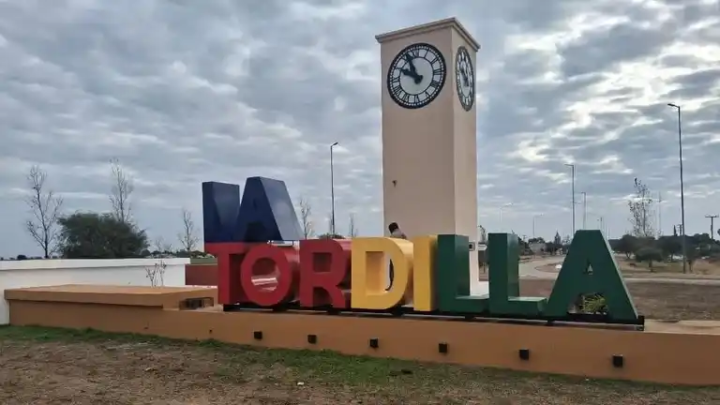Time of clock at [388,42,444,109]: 9:56
